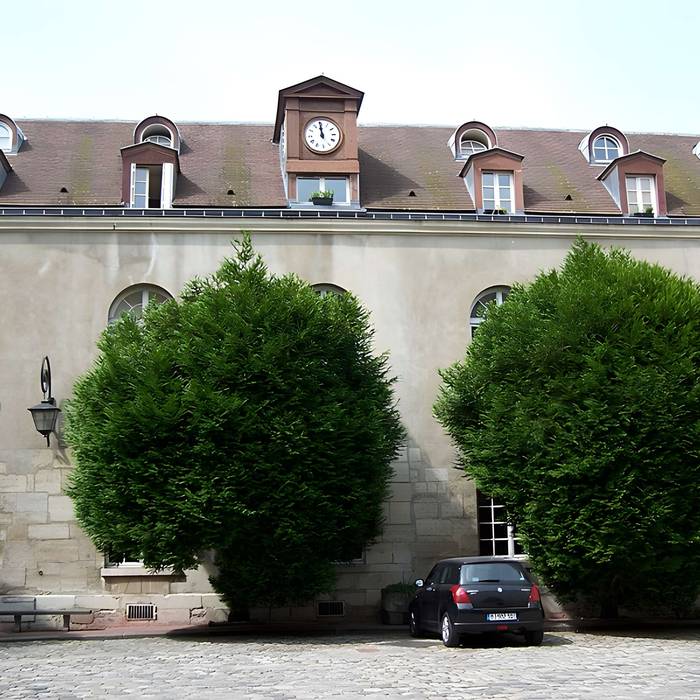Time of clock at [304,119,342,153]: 11:59
